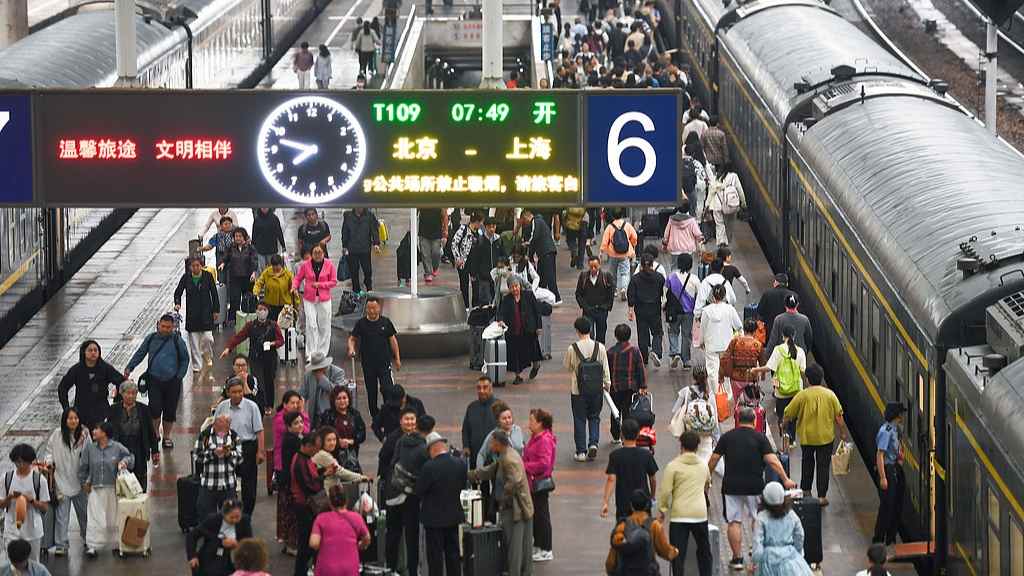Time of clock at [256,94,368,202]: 7:47
